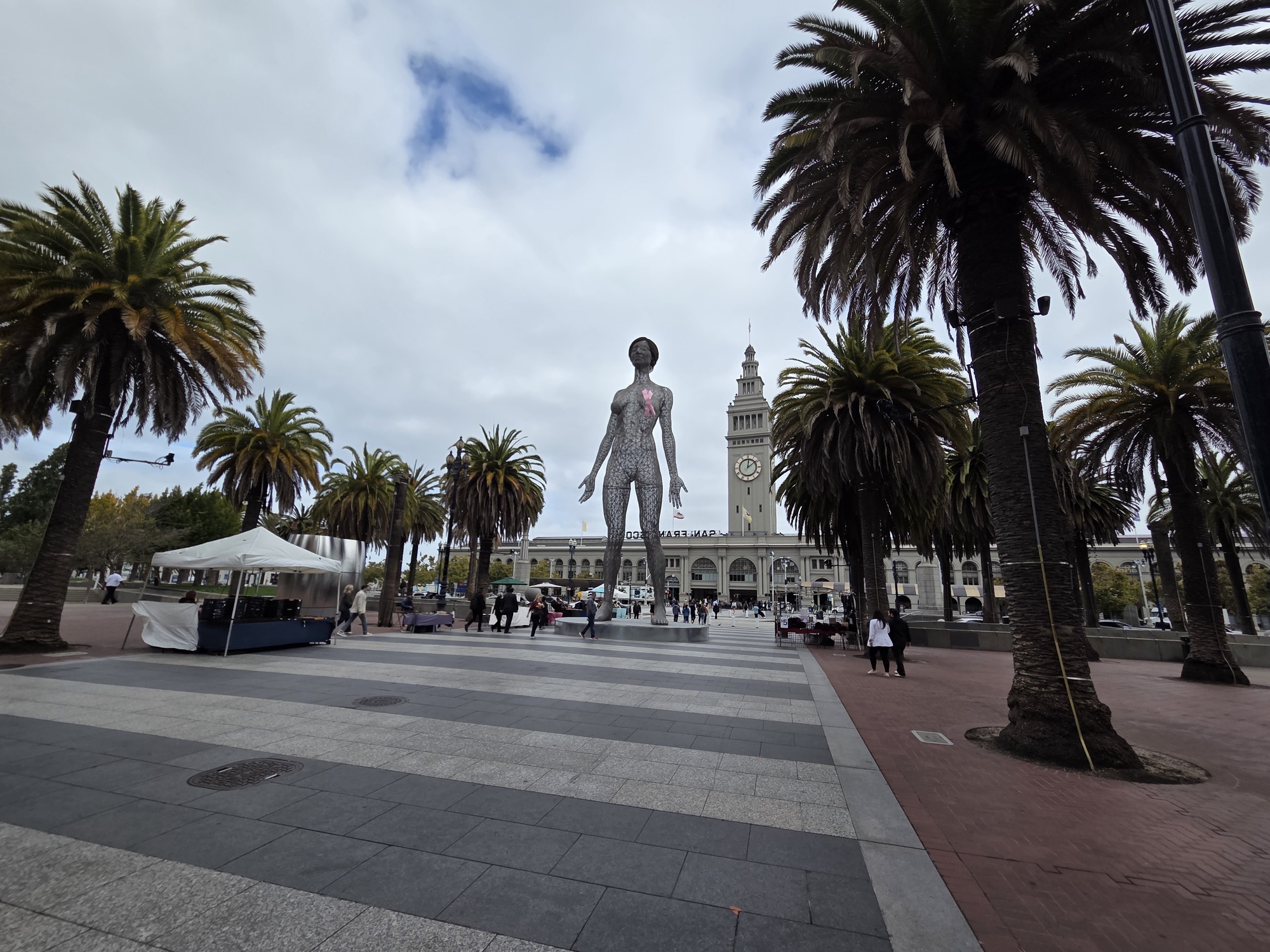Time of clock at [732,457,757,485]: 12:09
